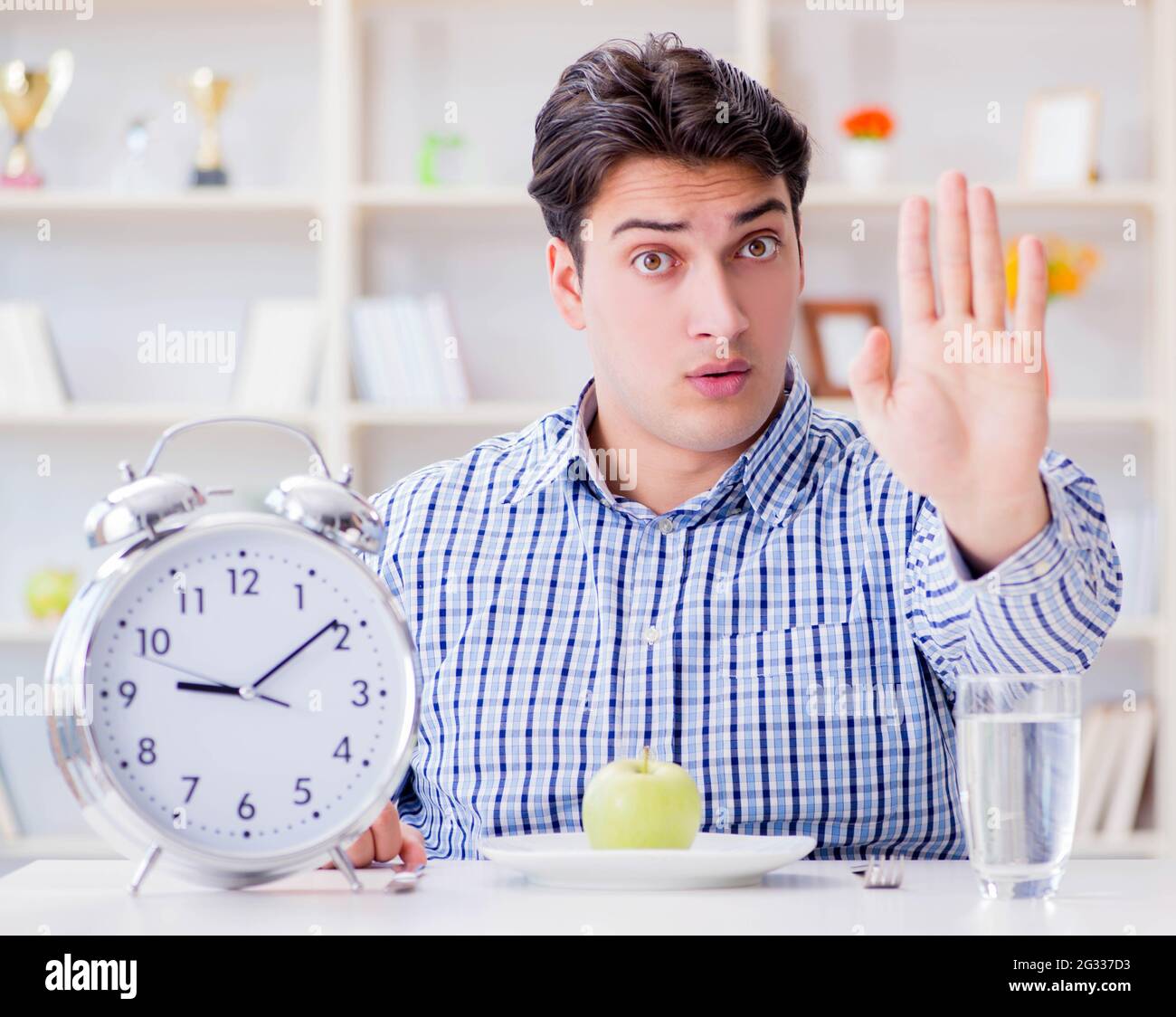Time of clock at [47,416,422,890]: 9:09
